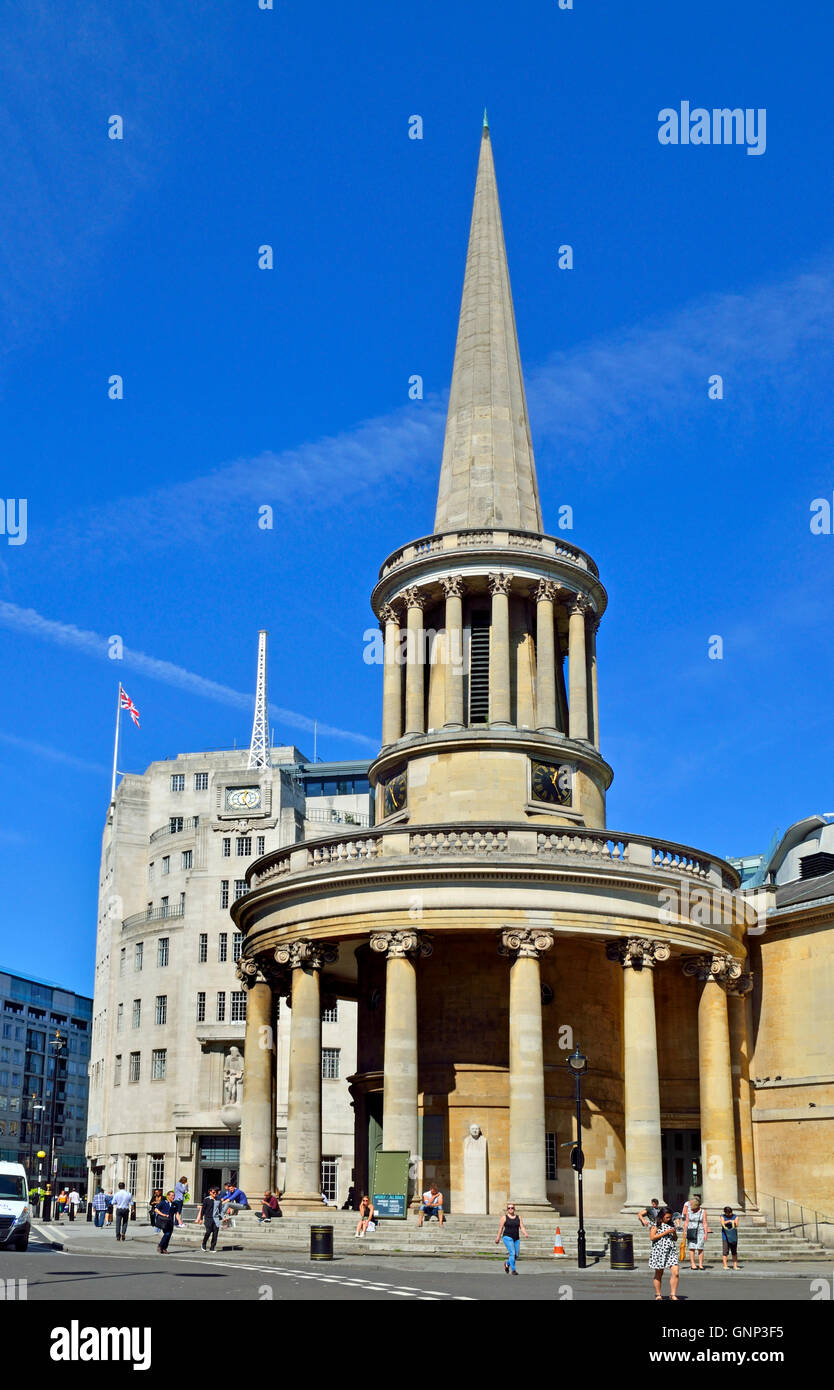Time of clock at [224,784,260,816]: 12:26
